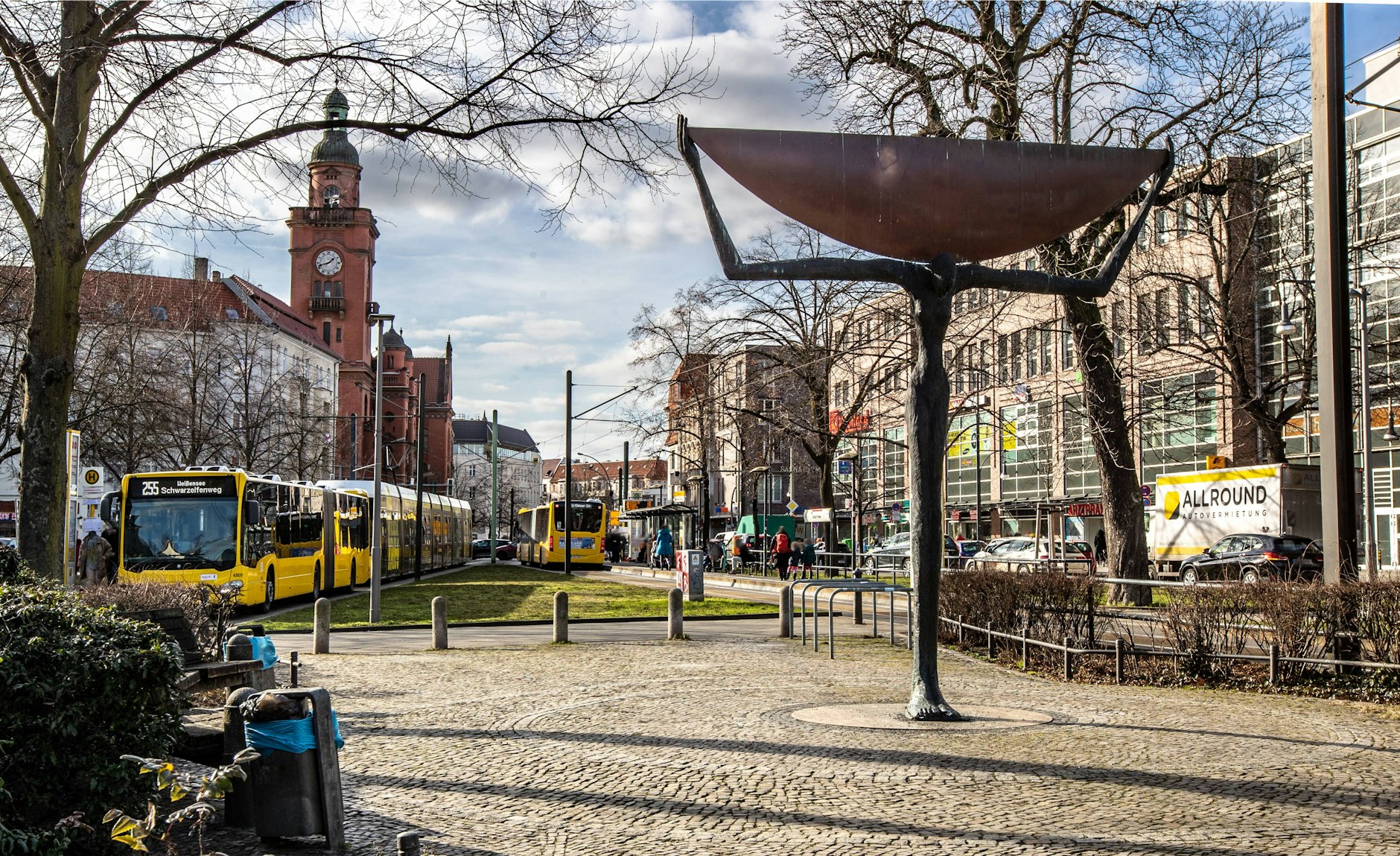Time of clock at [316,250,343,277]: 1:42
